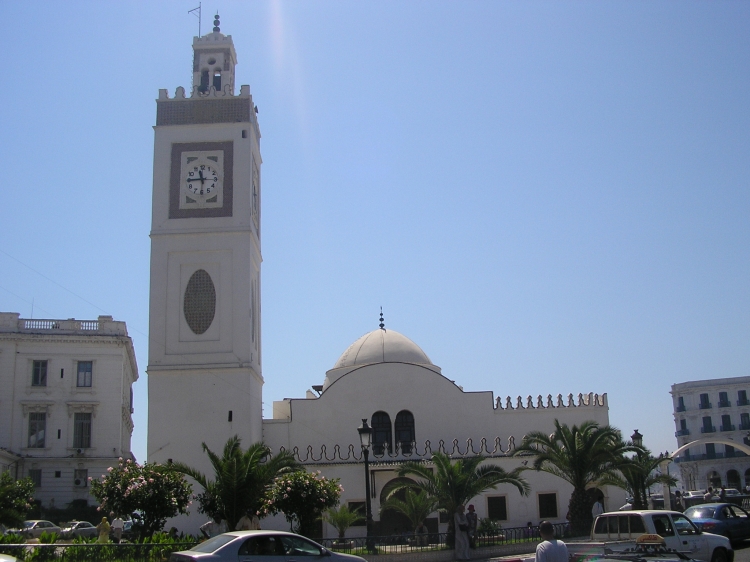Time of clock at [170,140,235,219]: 11:44
